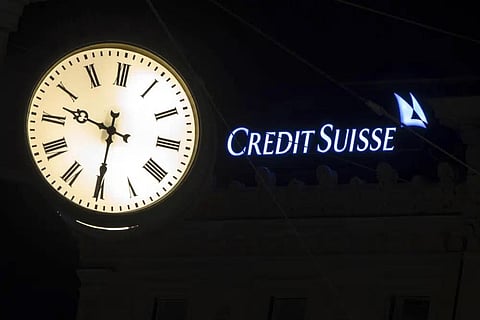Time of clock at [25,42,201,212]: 9:30
